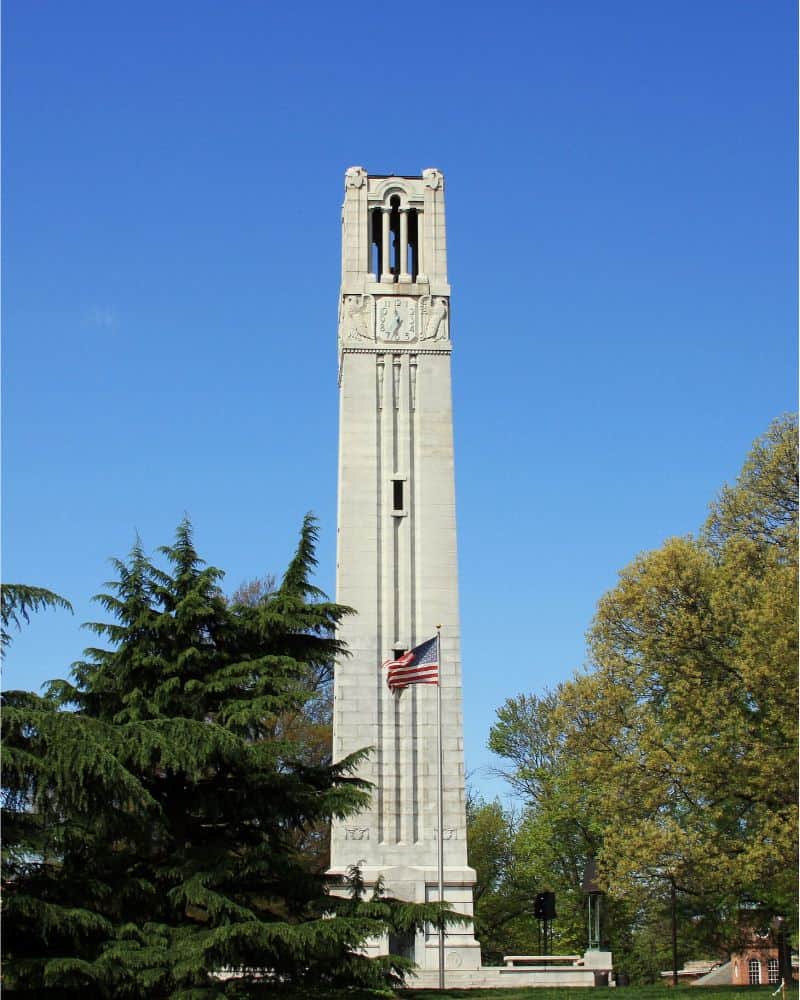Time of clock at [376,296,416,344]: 11:35
